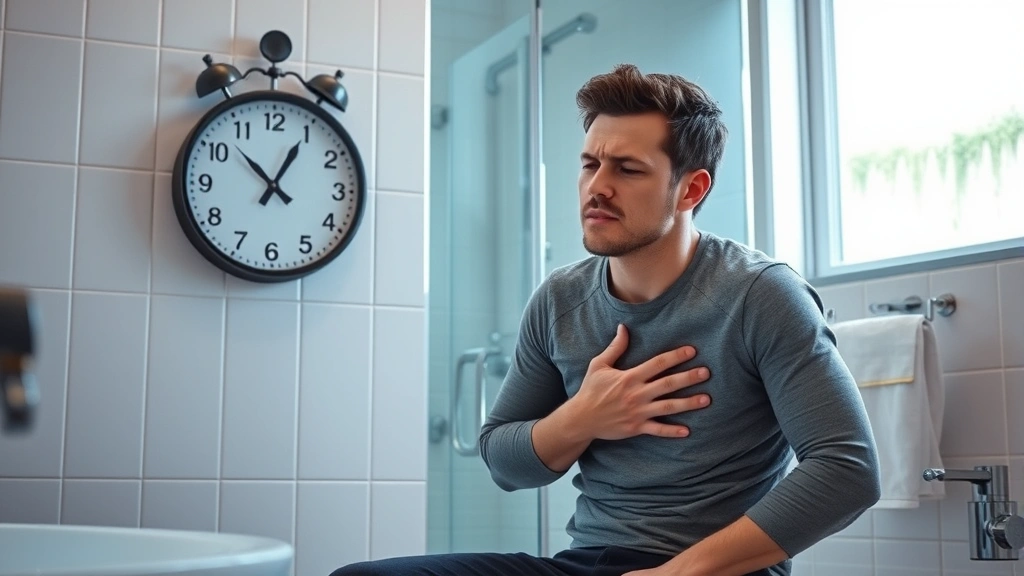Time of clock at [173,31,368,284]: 12:52
